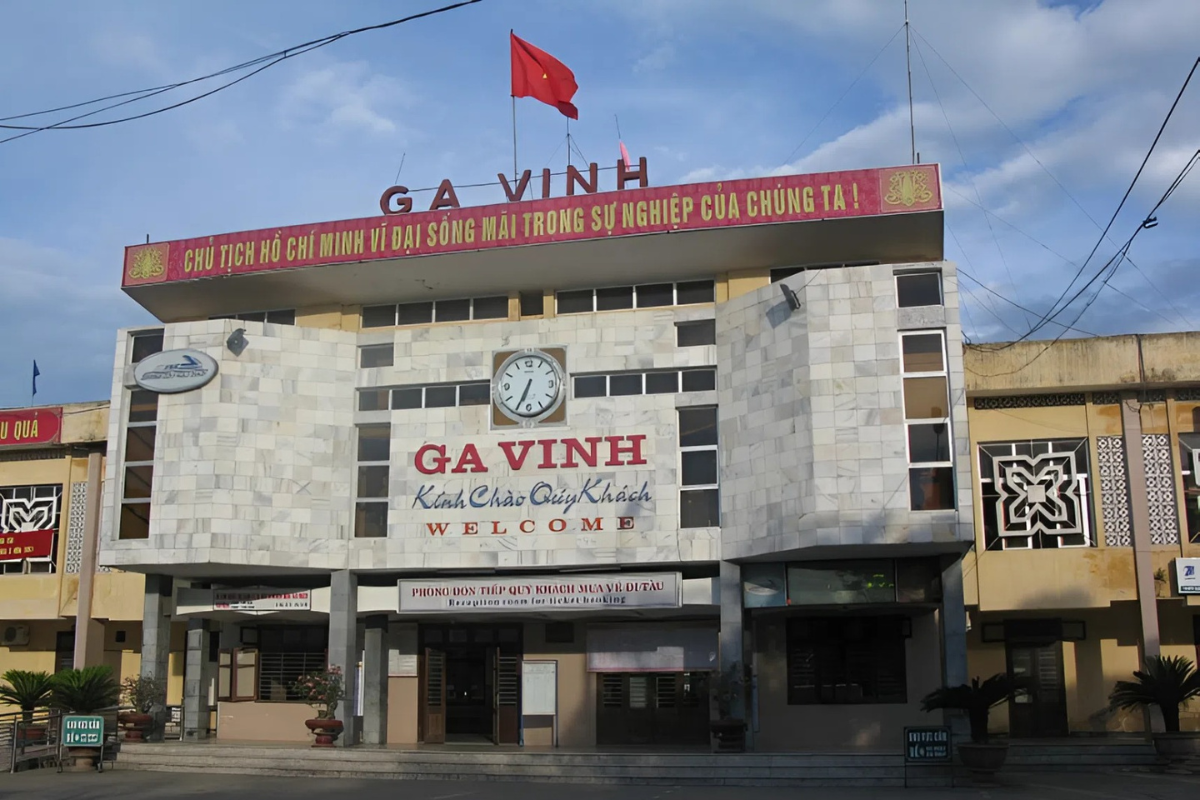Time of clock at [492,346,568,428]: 6:34
